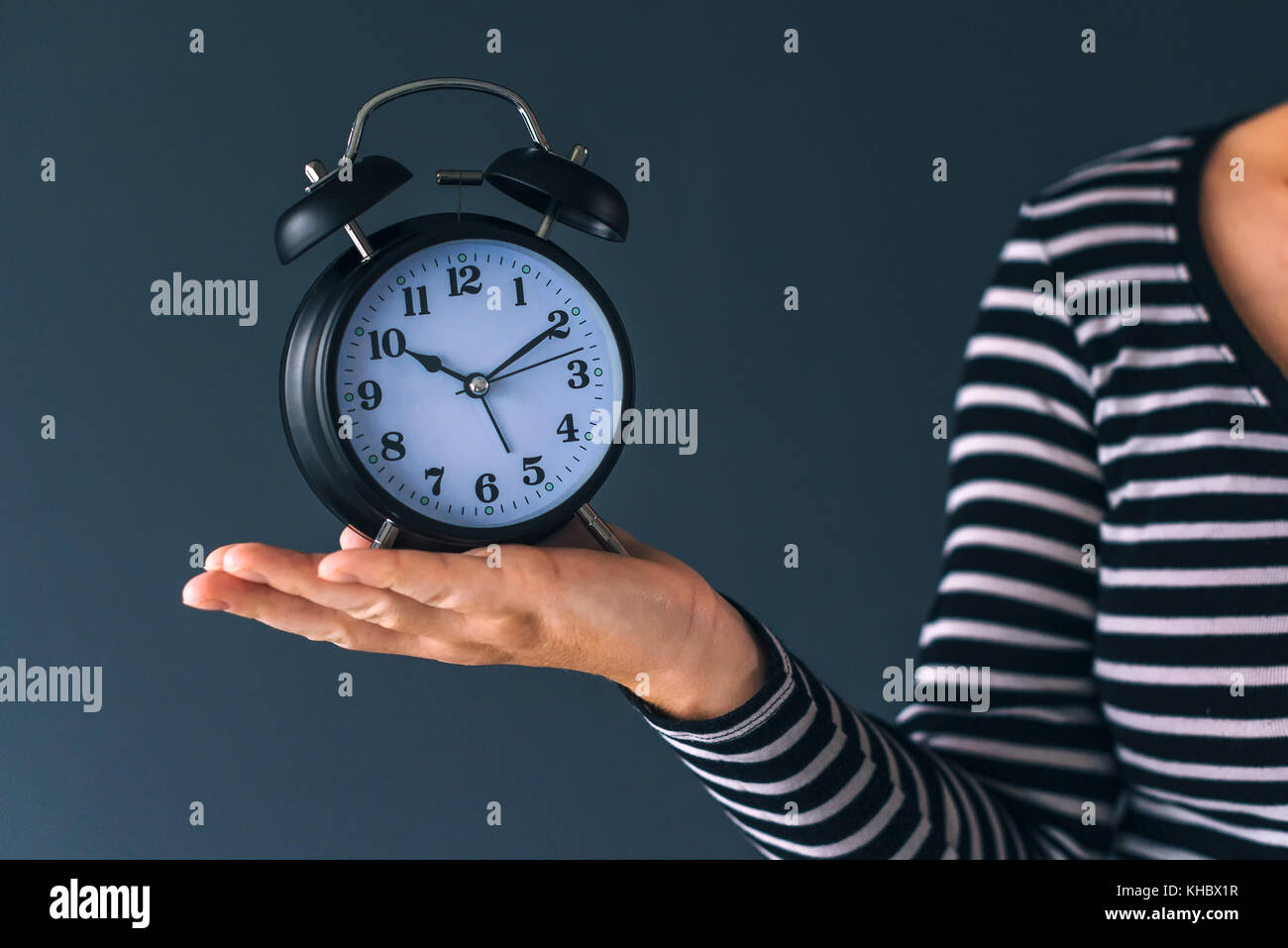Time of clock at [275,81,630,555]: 10:10
